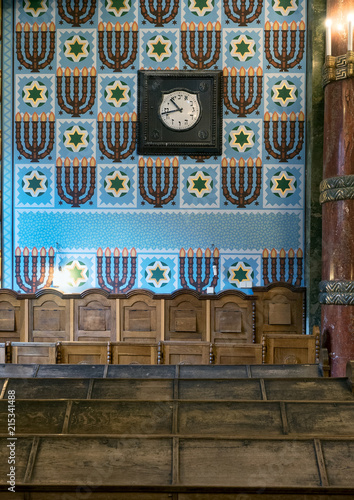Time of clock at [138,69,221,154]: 10:42
